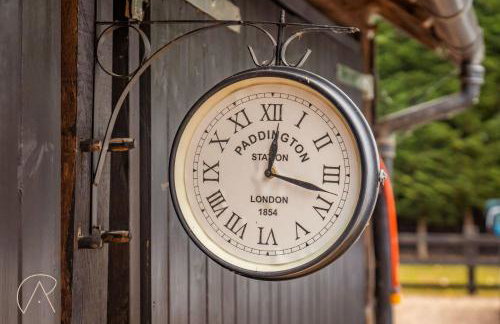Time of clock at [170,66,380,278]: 12:17
